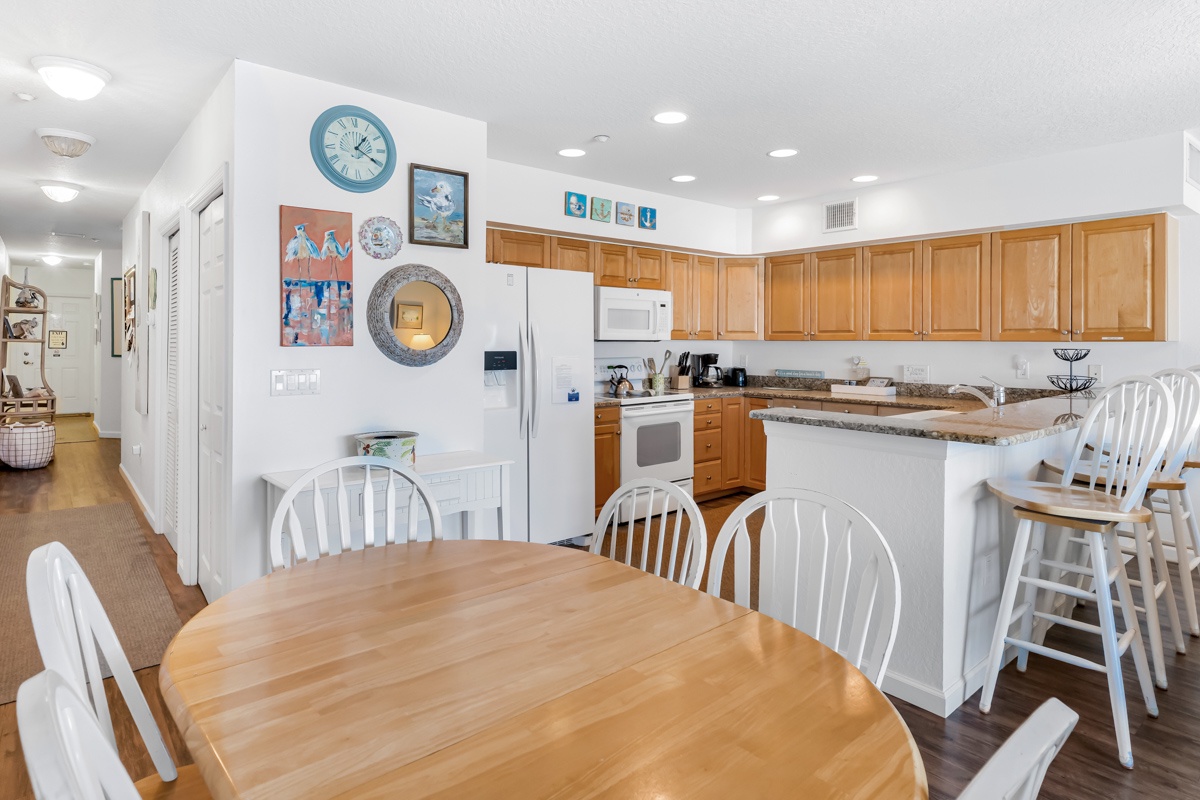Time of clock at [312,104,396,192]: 1:20
